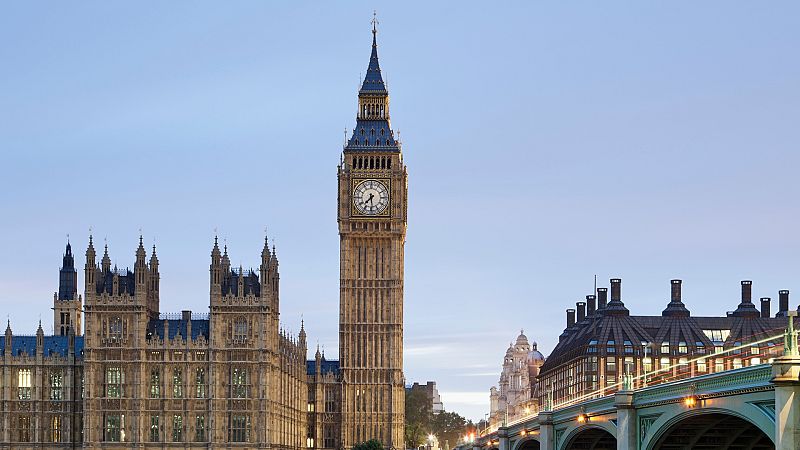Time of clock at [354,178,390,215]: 7:29
